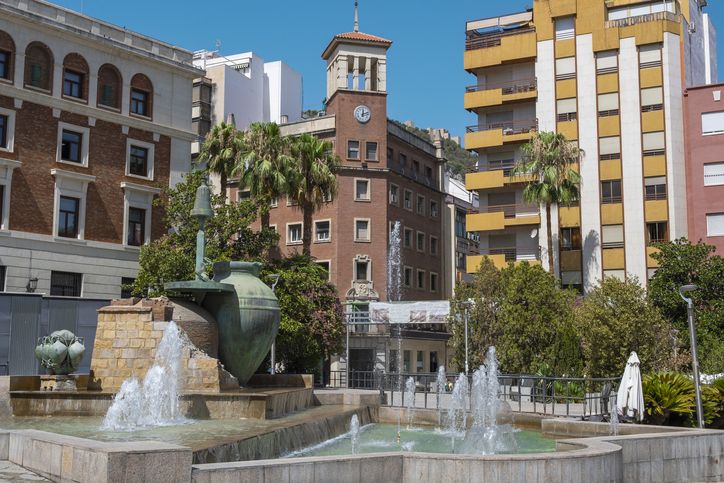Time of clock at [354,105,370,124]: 12:12
